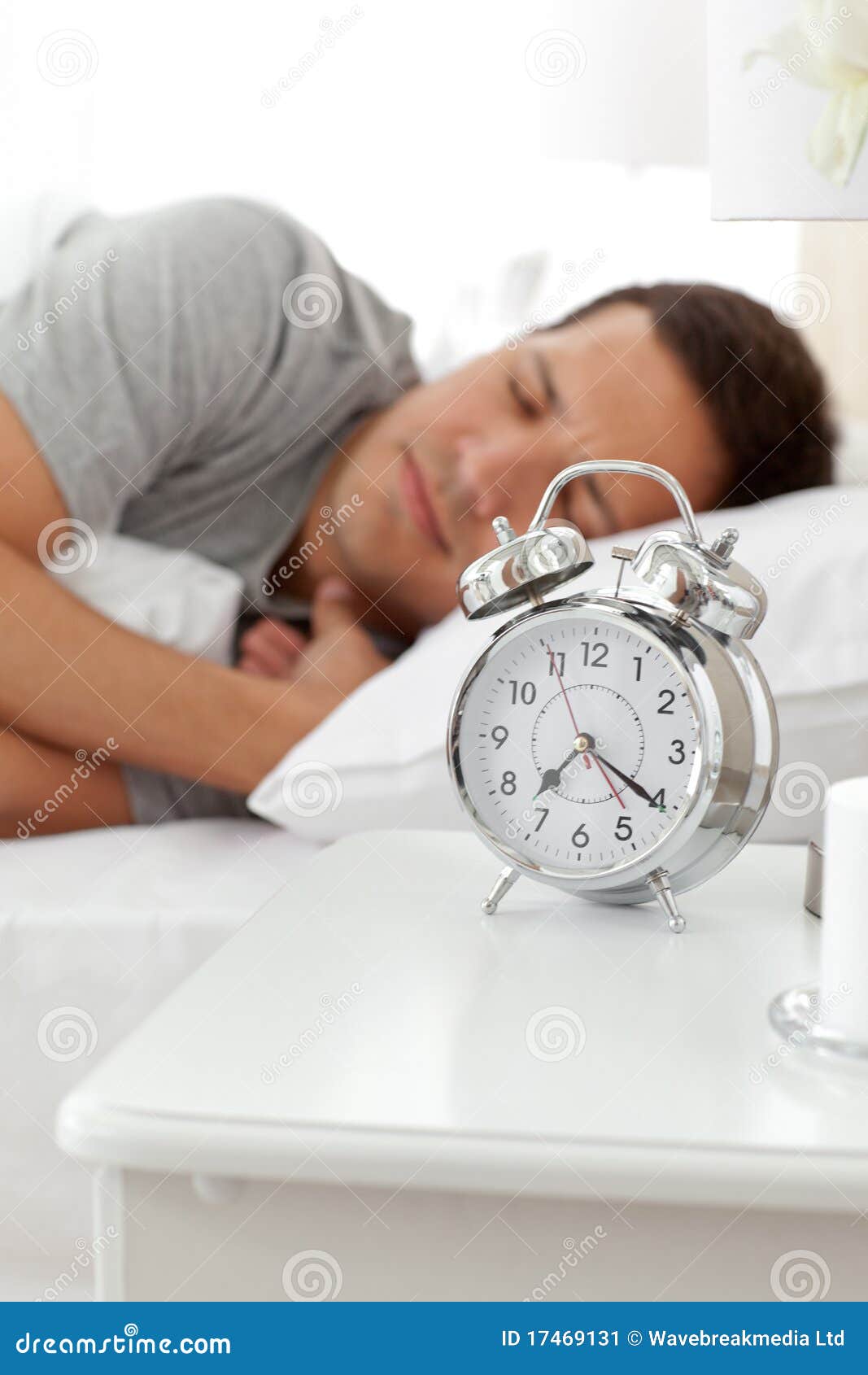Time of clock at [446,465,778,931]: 7:20
